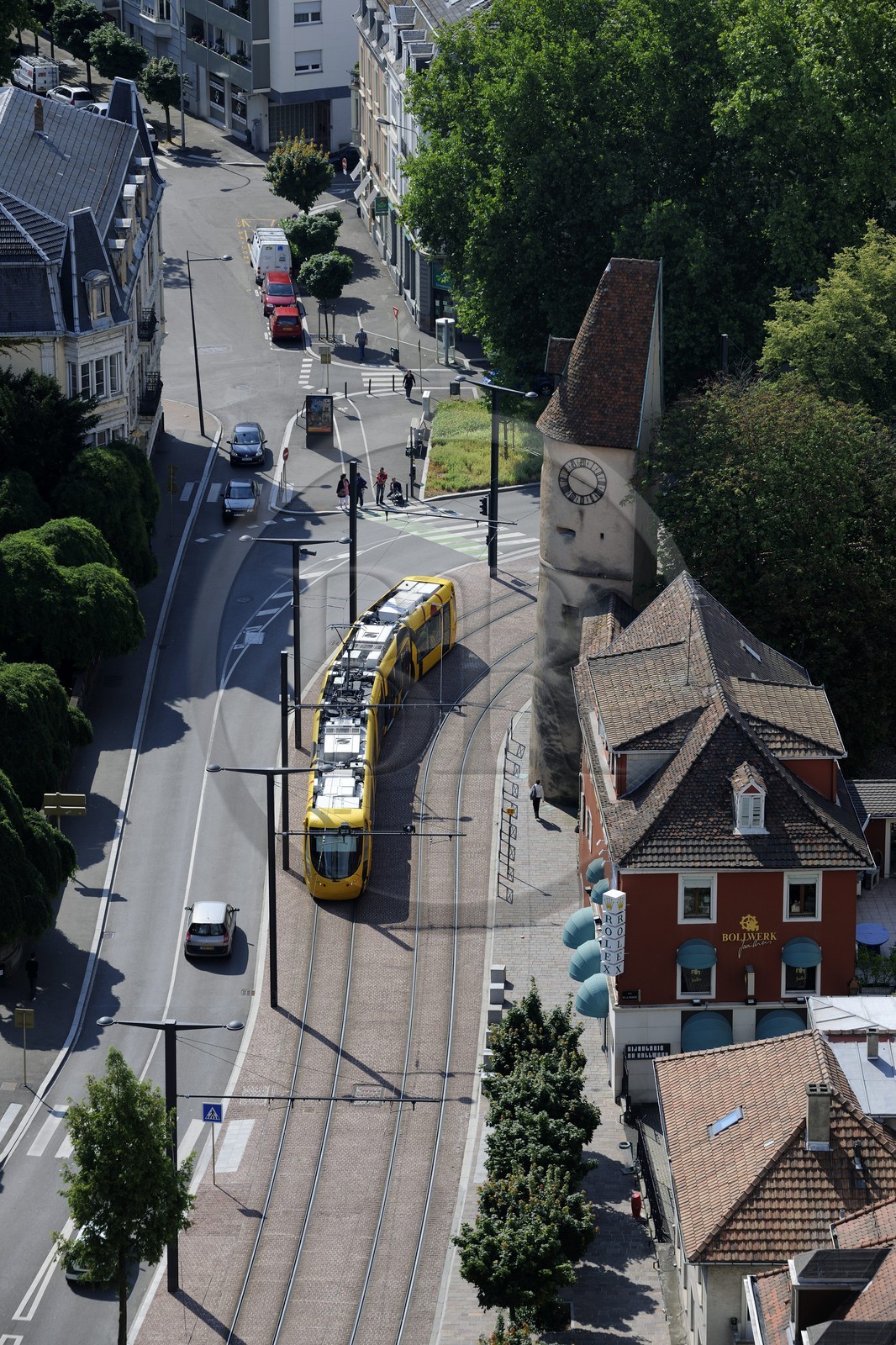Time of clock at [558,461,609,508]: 3:48
